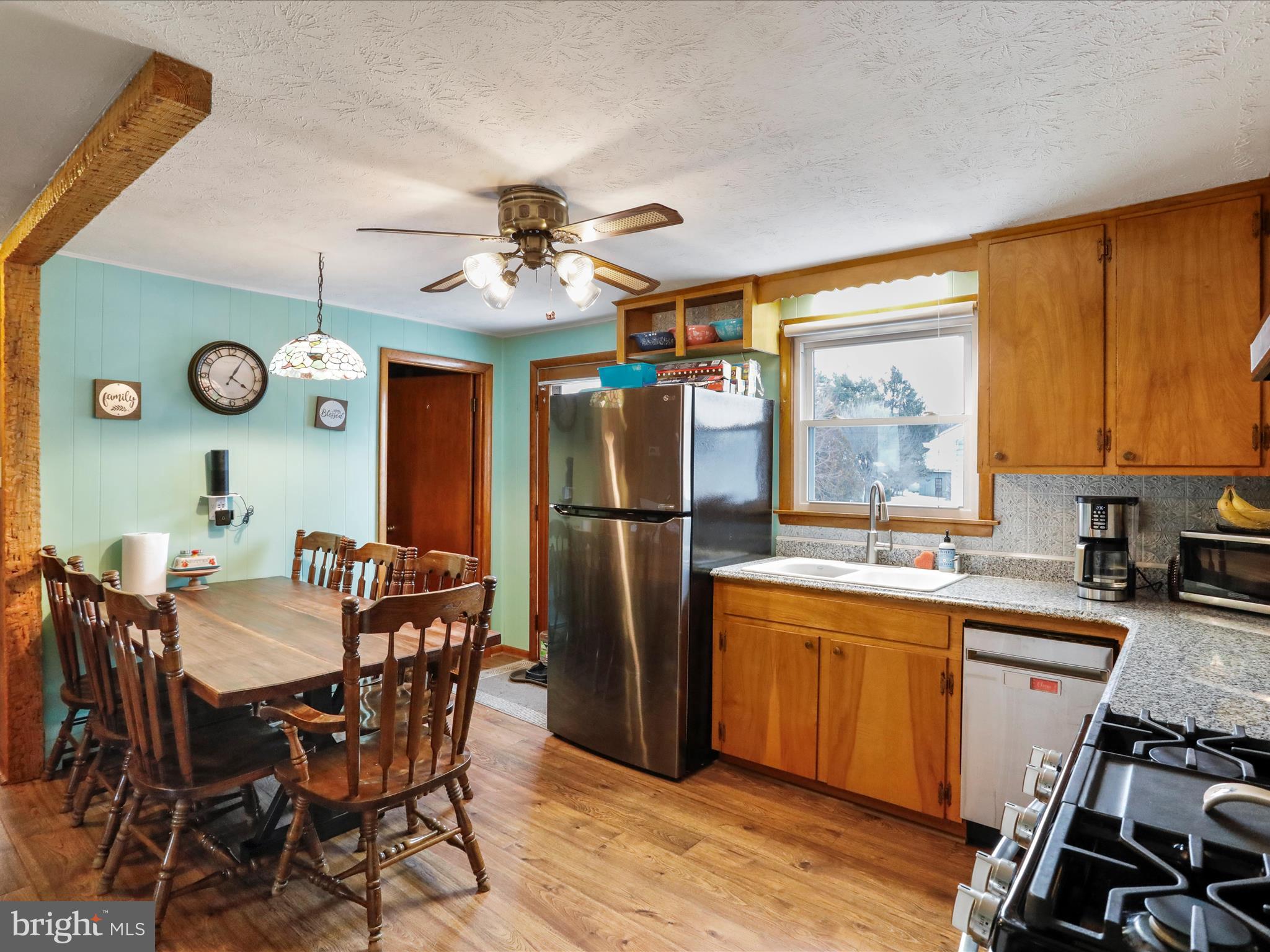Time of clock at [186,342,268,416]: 4:05
